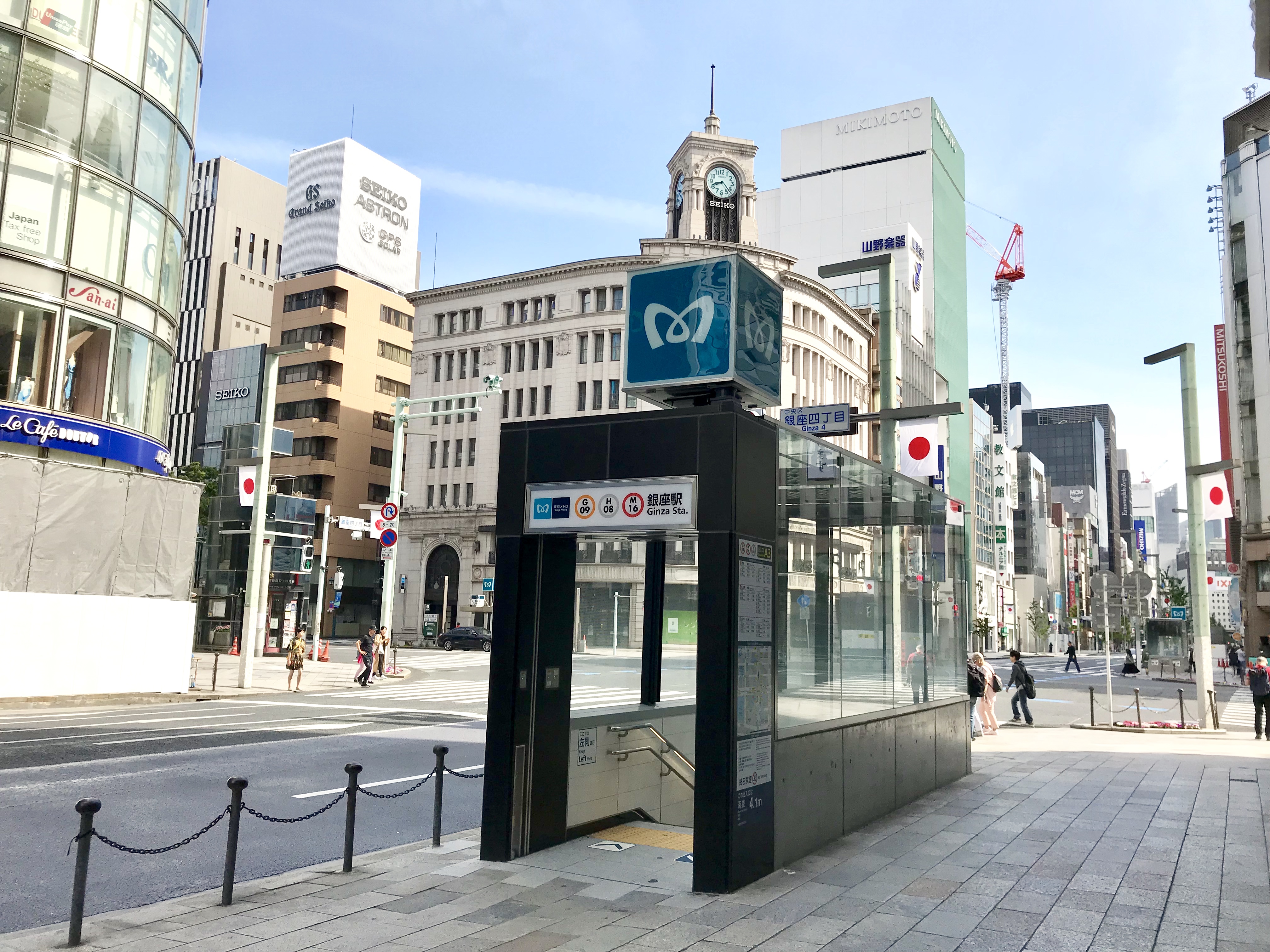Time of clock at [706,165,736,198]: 8:22
